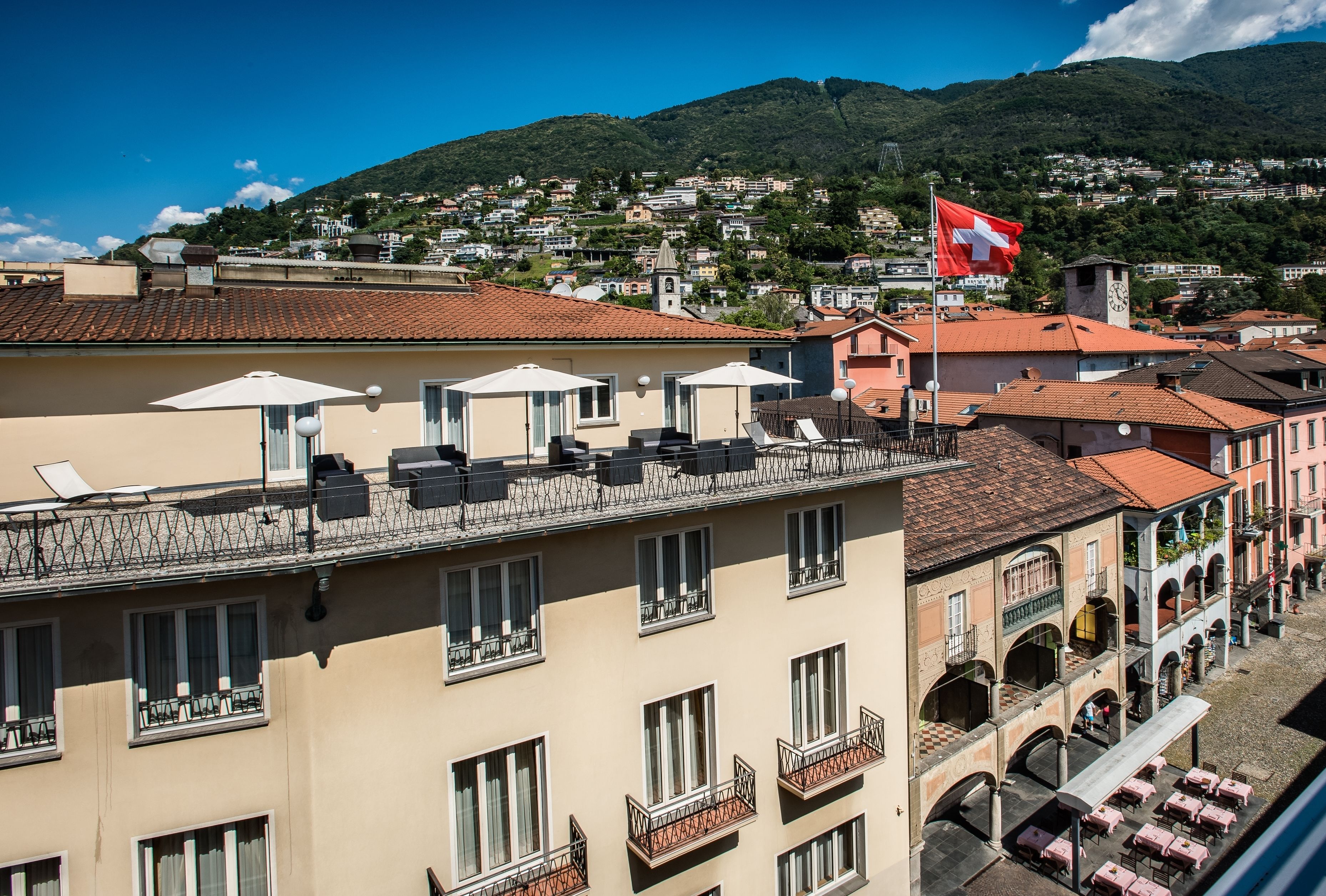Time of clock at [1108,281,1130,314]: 11:19
